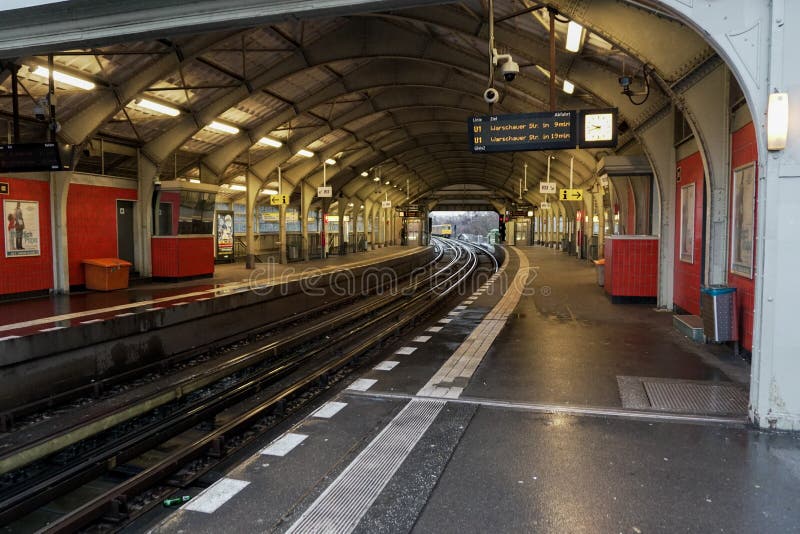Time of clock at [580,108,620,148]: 9:42
